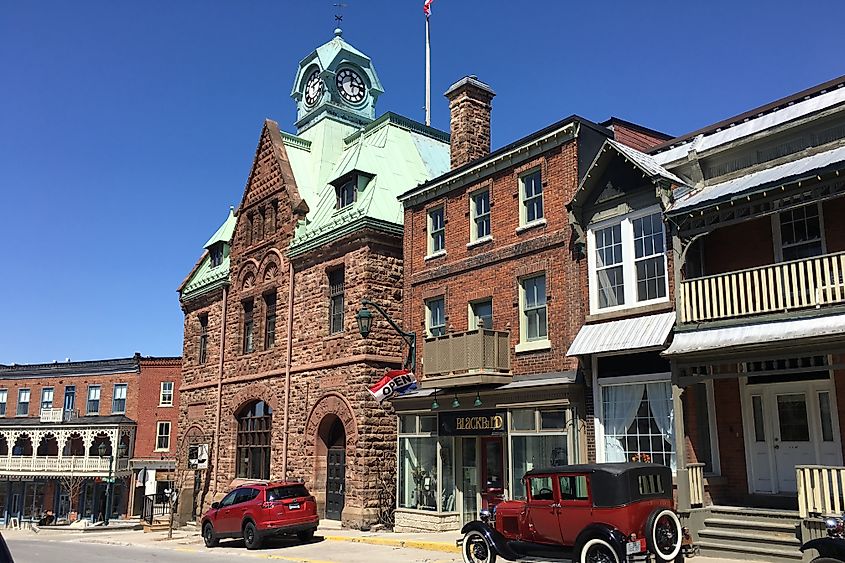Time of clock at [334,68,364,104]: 12:14
